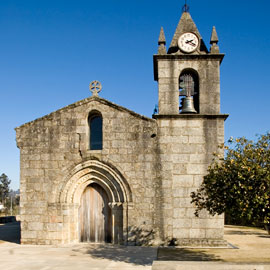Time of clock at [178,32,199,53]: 2:19
